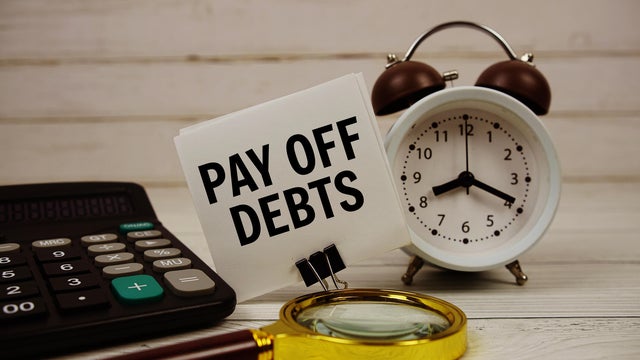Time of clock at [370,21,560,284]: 8:19
